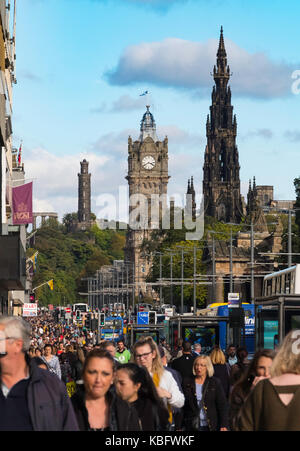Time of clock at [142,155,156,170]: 3:40
